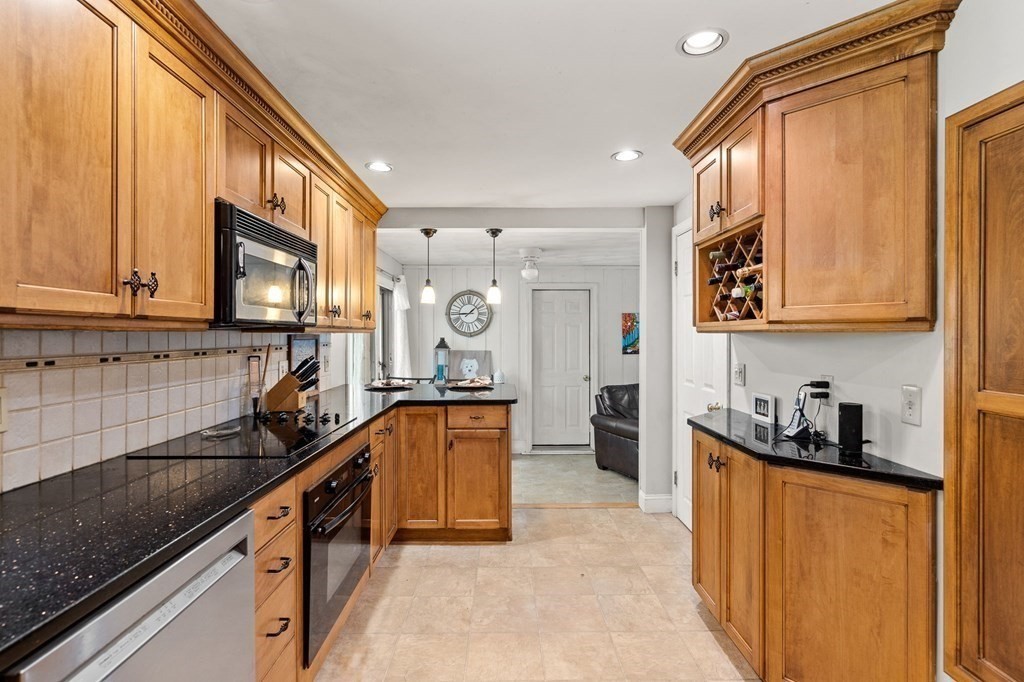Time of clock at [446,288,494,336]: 1:44
